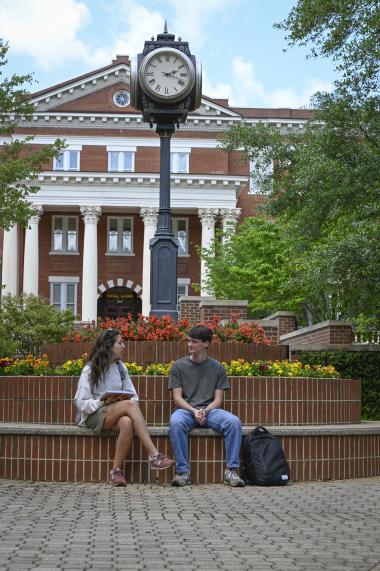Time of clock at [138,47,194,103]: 2:18
